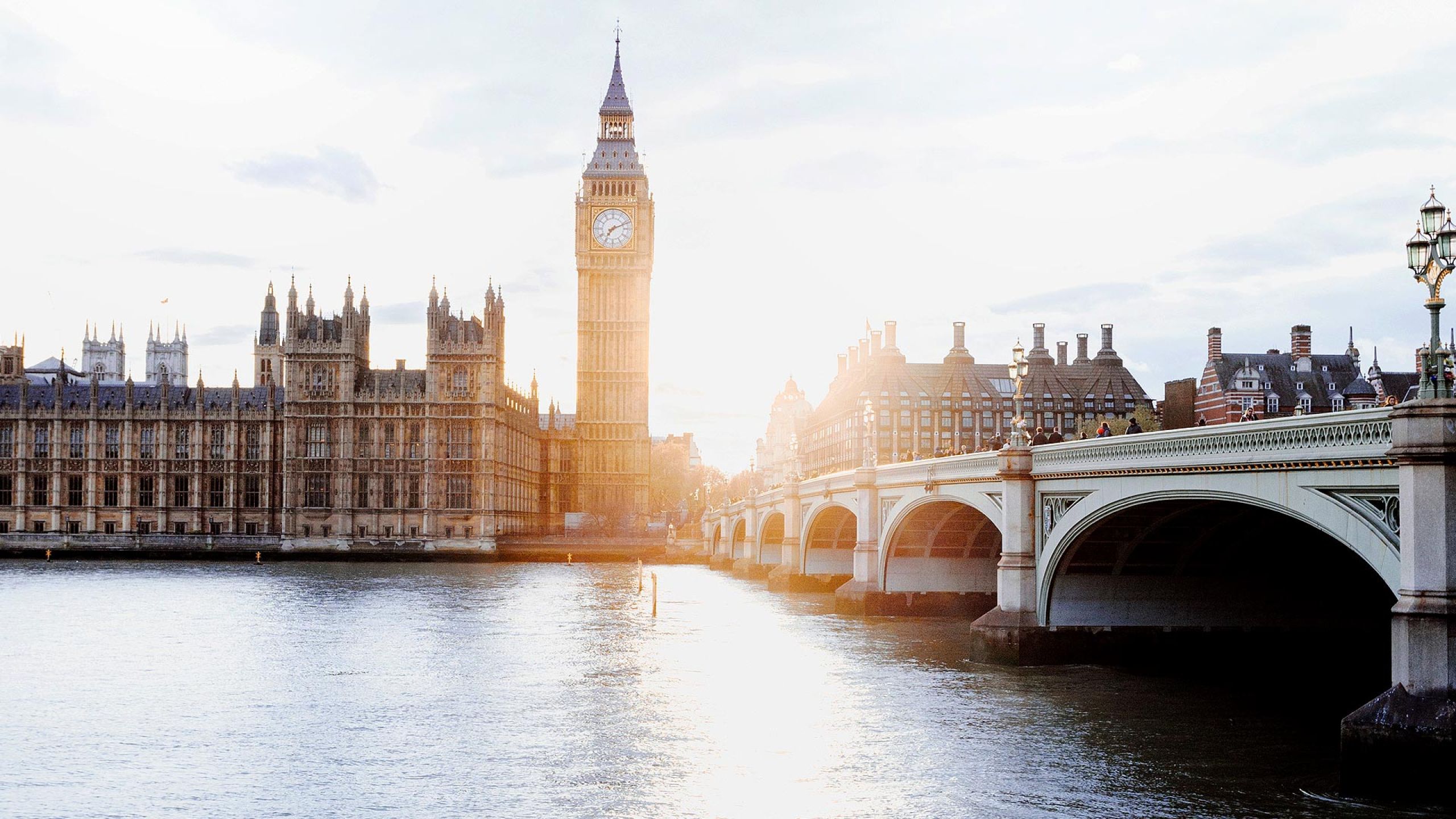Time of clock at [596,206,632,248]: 7:11
